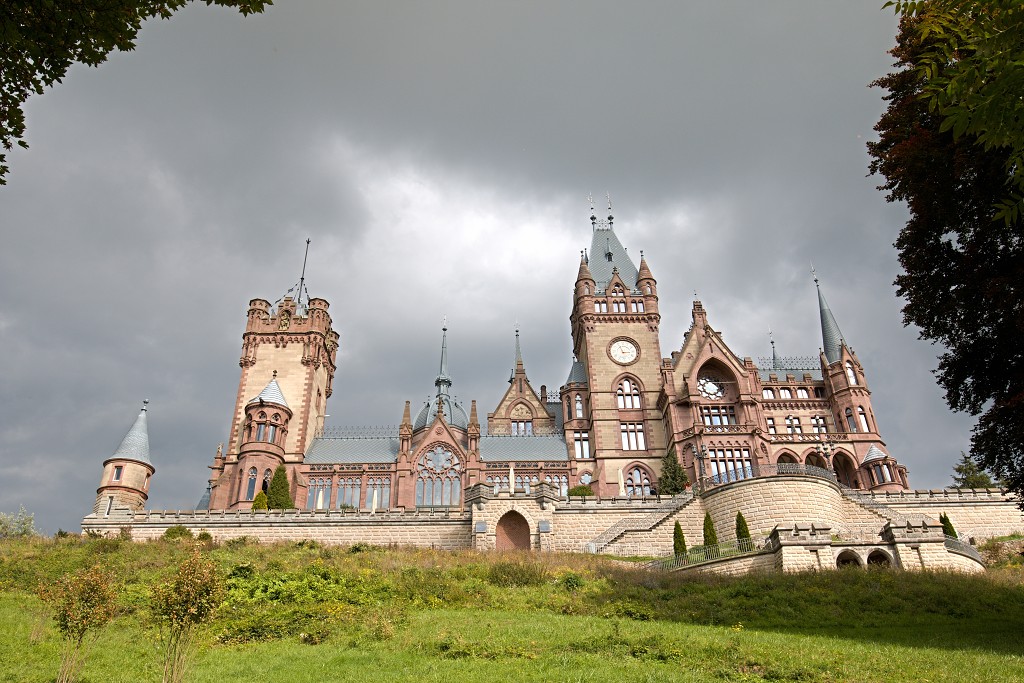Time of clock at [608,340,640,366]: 2:56
